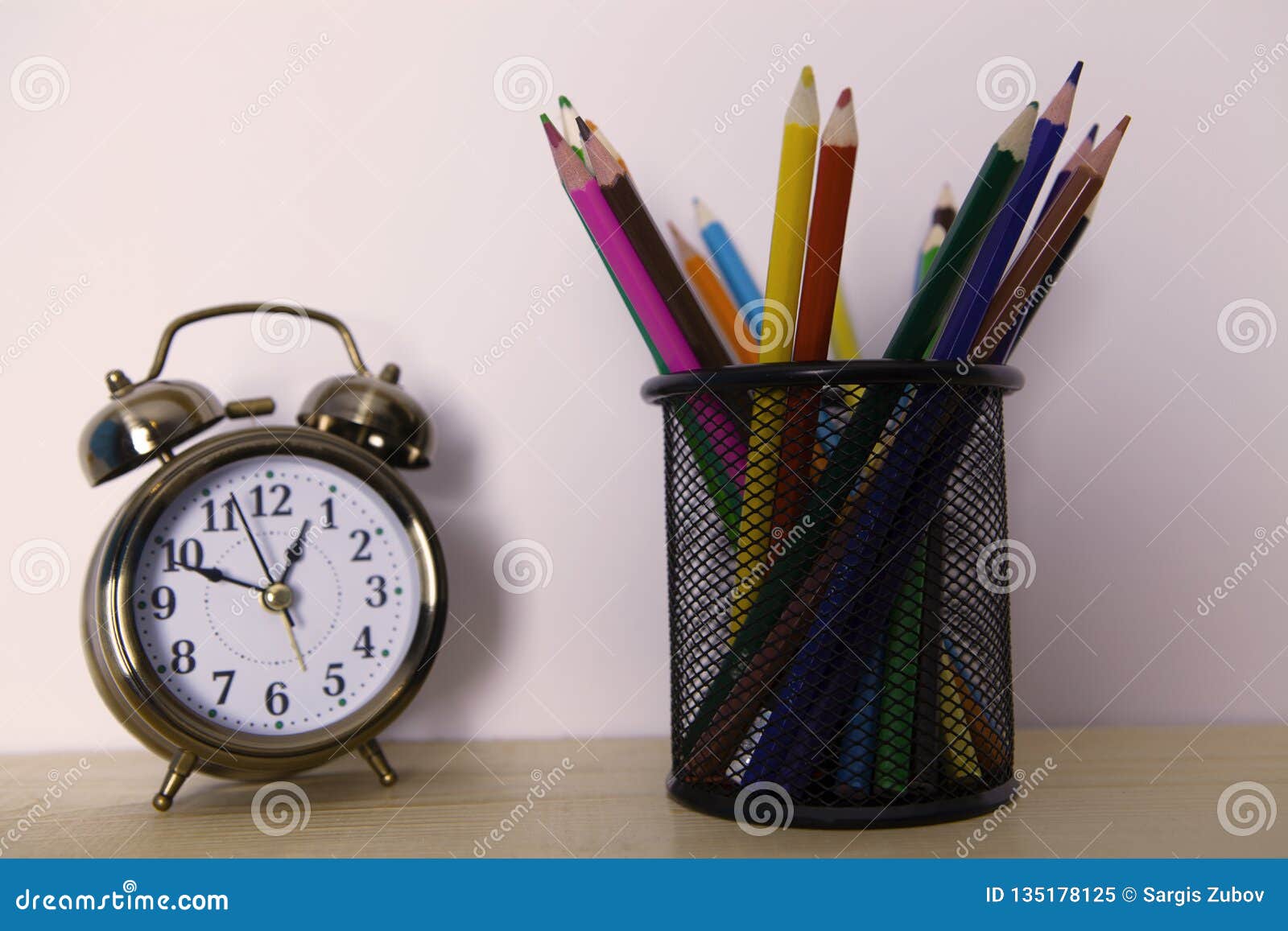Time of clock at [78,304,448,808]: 12:49
